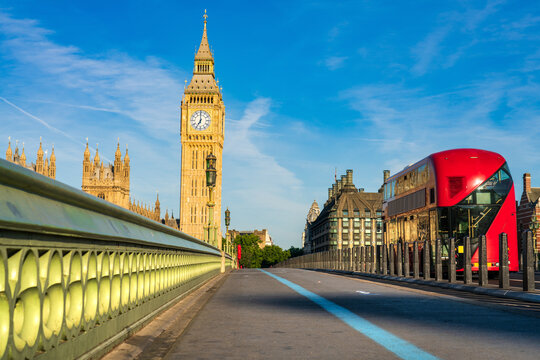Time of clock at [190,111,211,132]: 7:00
